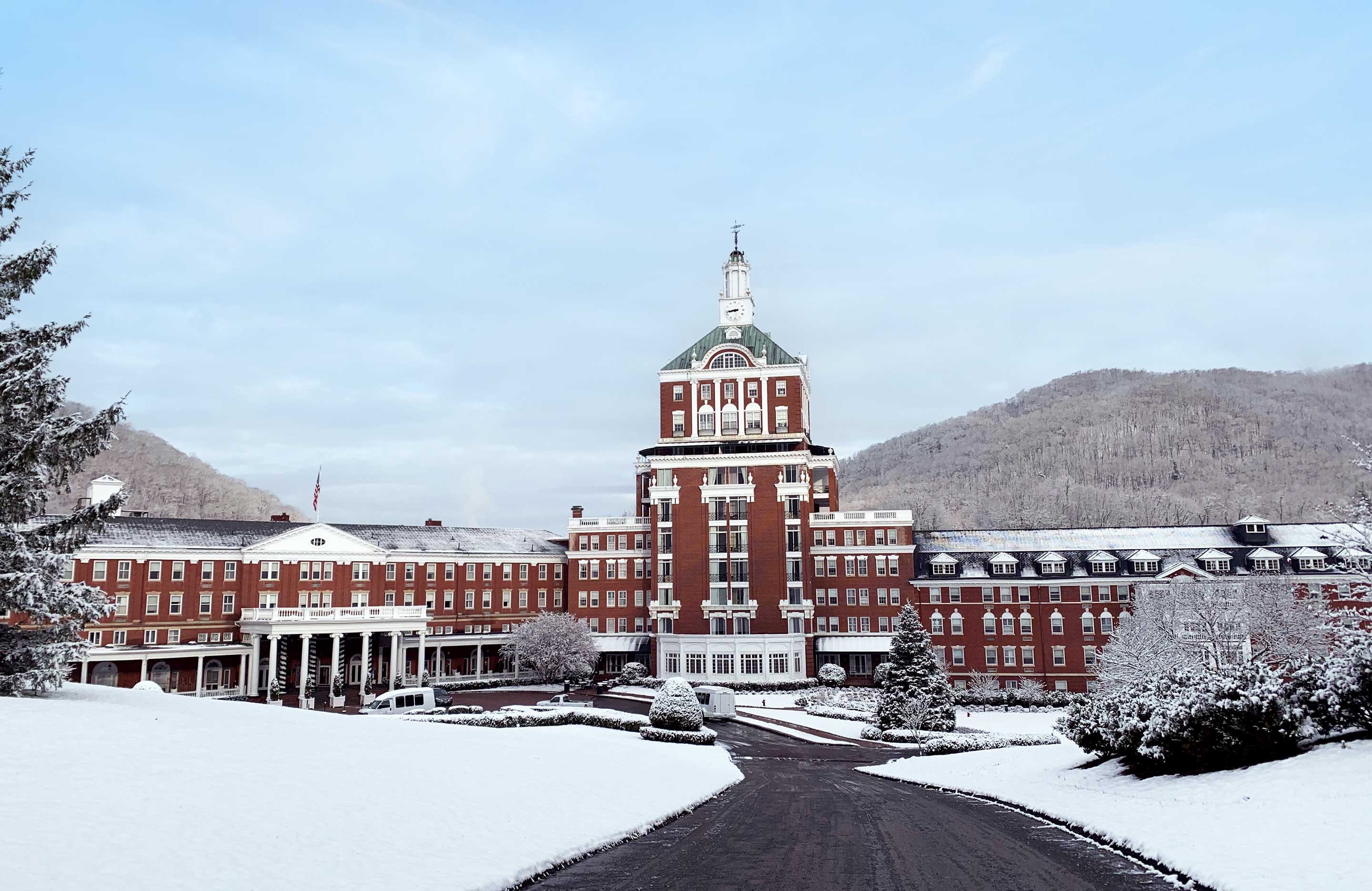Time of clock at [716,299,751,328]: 8:43
